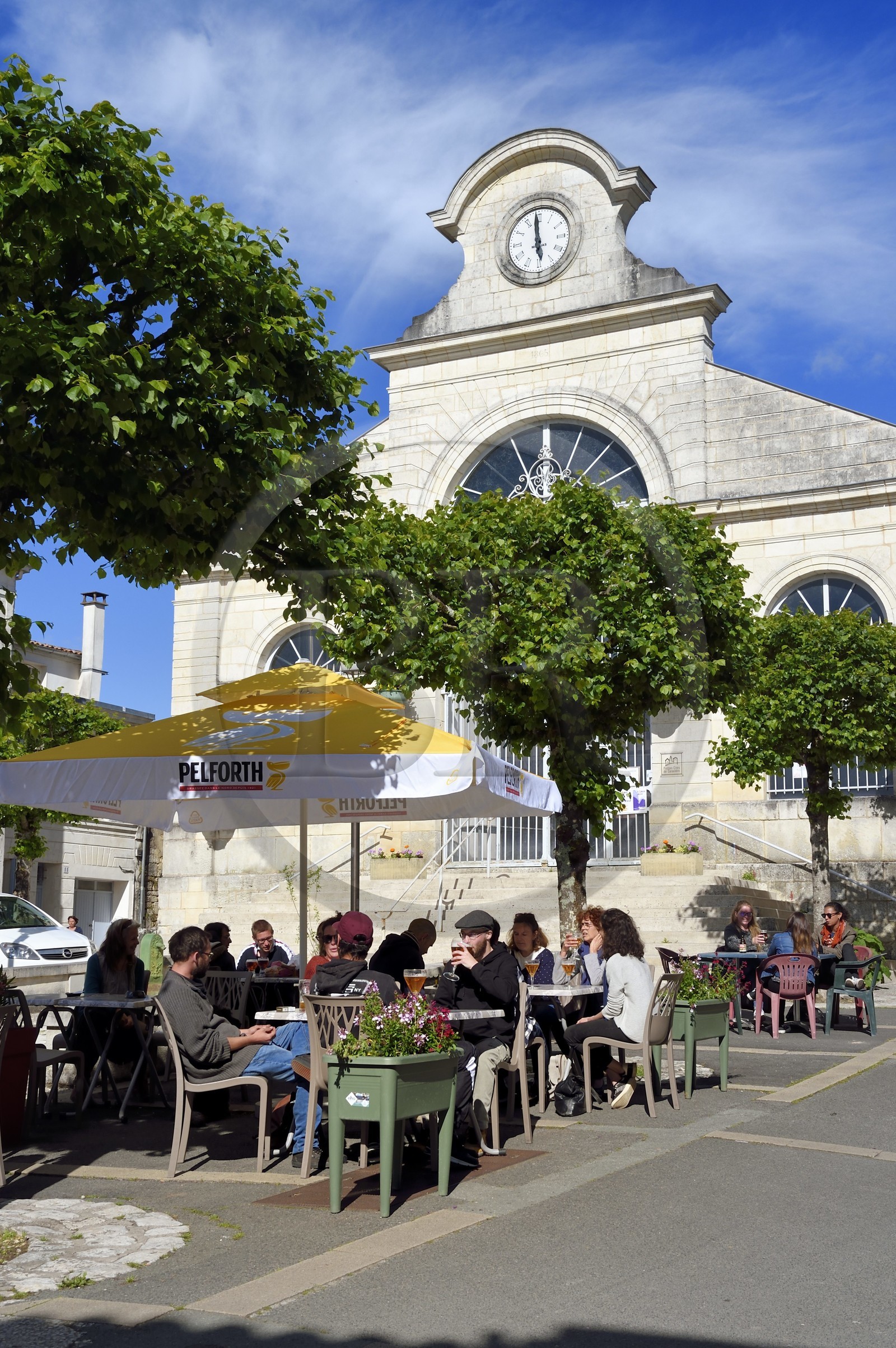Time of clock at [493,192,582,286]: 5:59
